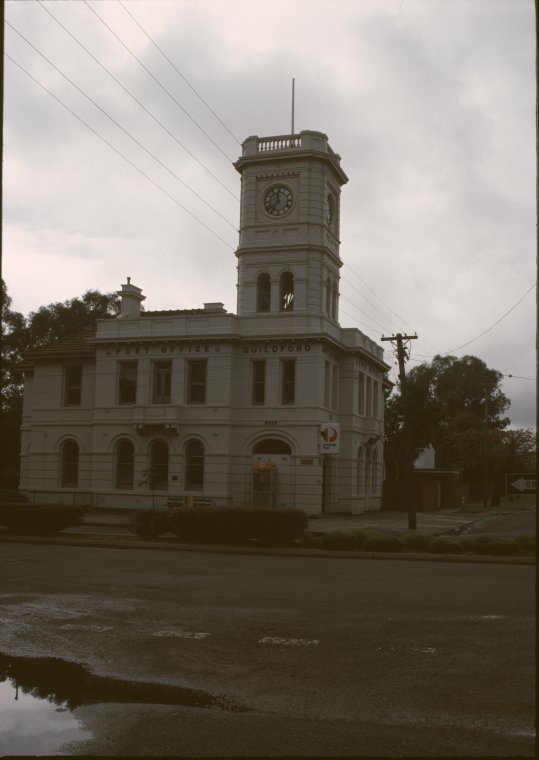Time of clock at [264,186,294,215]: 11:37
